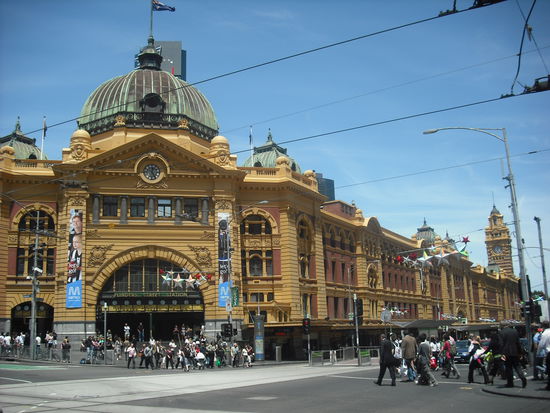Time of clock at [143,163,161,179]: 12:24
